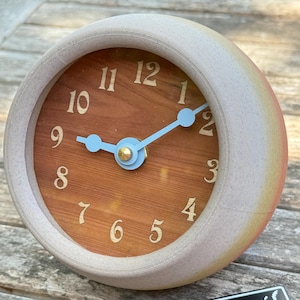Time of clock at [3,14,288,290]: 9:08
